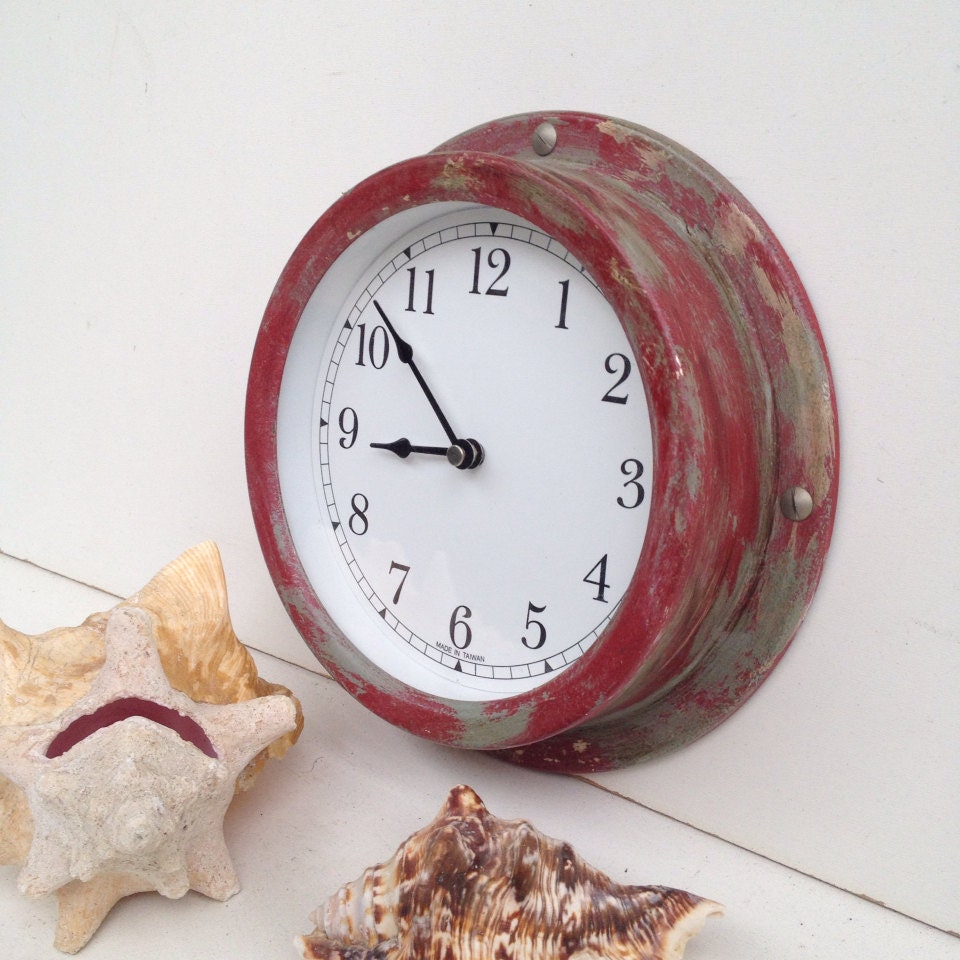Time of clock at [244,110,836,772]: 8:52
